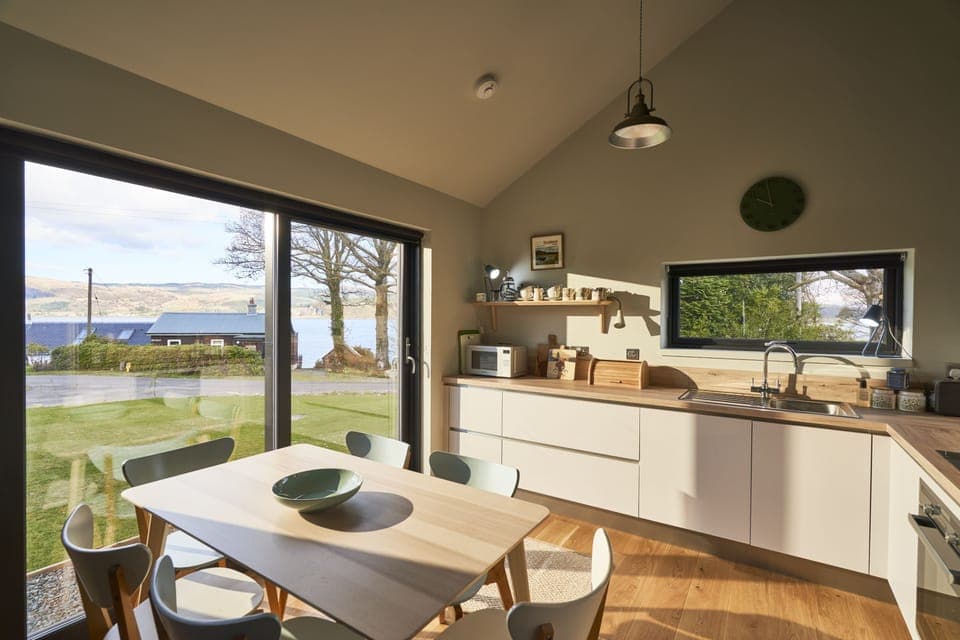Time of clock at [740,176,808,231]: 9:57
